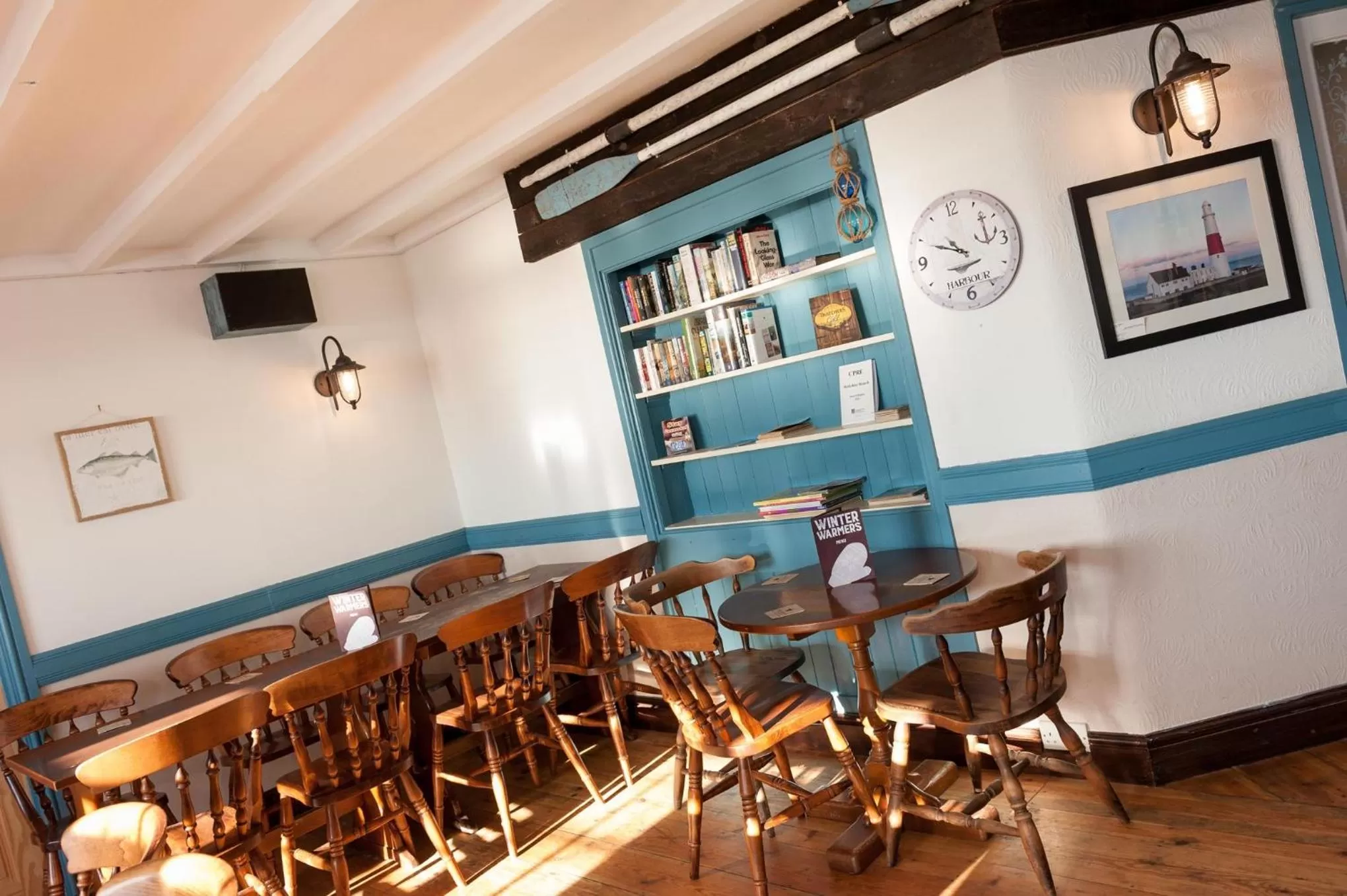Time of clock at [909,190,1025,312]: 10:49
